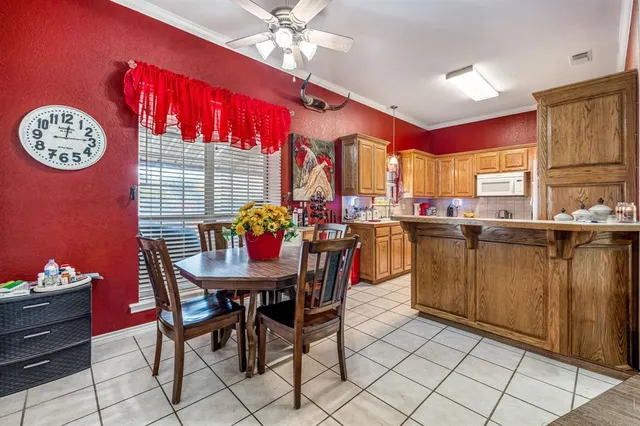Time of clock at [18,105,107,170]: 12:14
